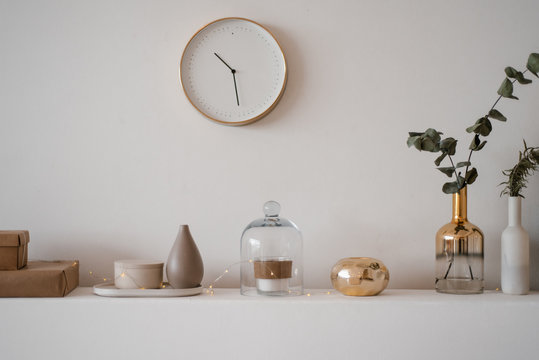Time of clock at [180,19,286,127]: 10:28
